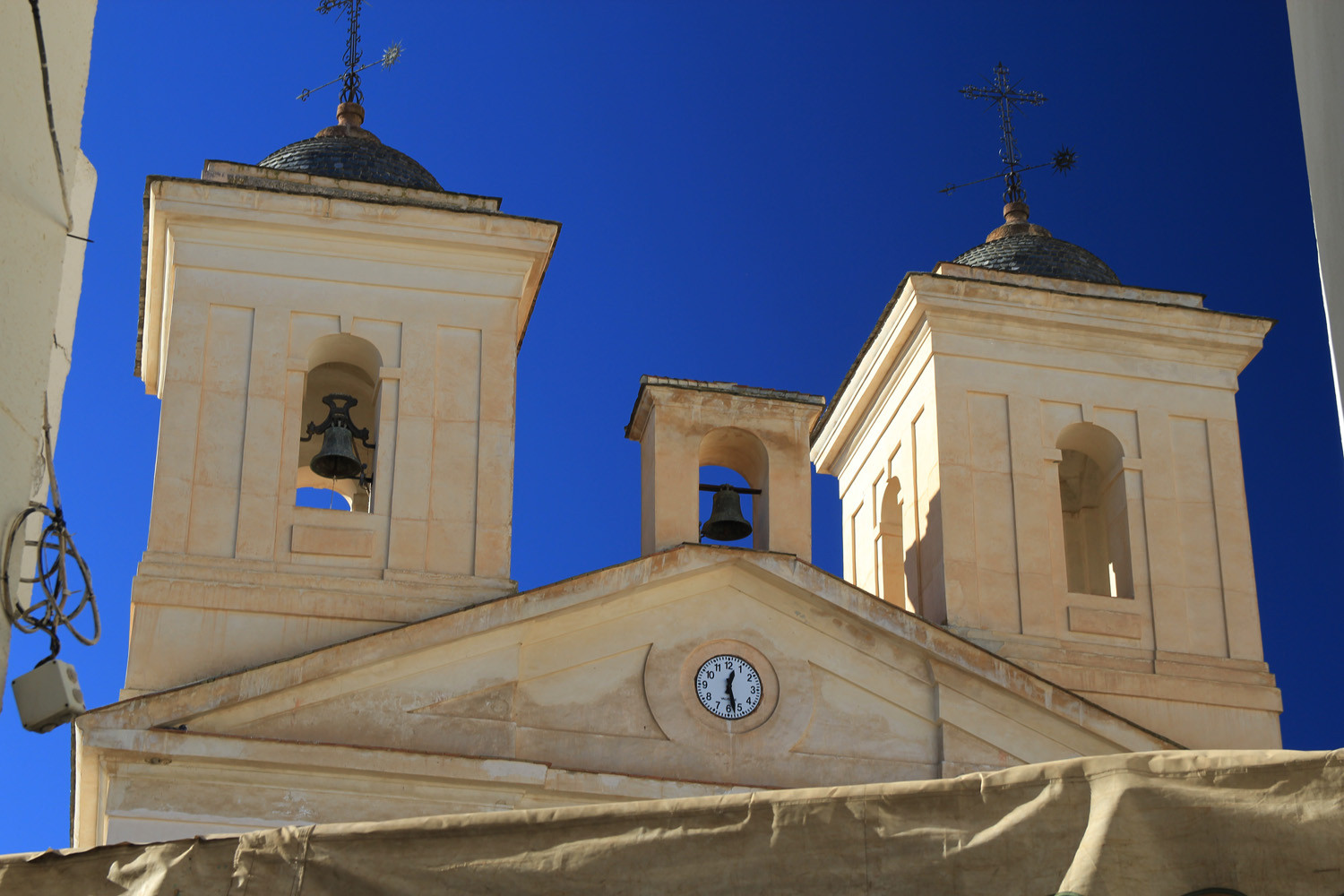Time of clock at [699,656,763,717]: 12:27
